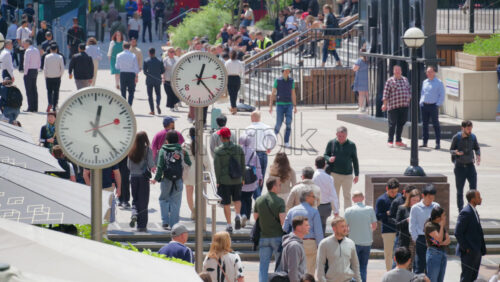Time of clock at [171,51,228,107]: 12:23
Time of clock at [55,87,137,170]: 12:23
